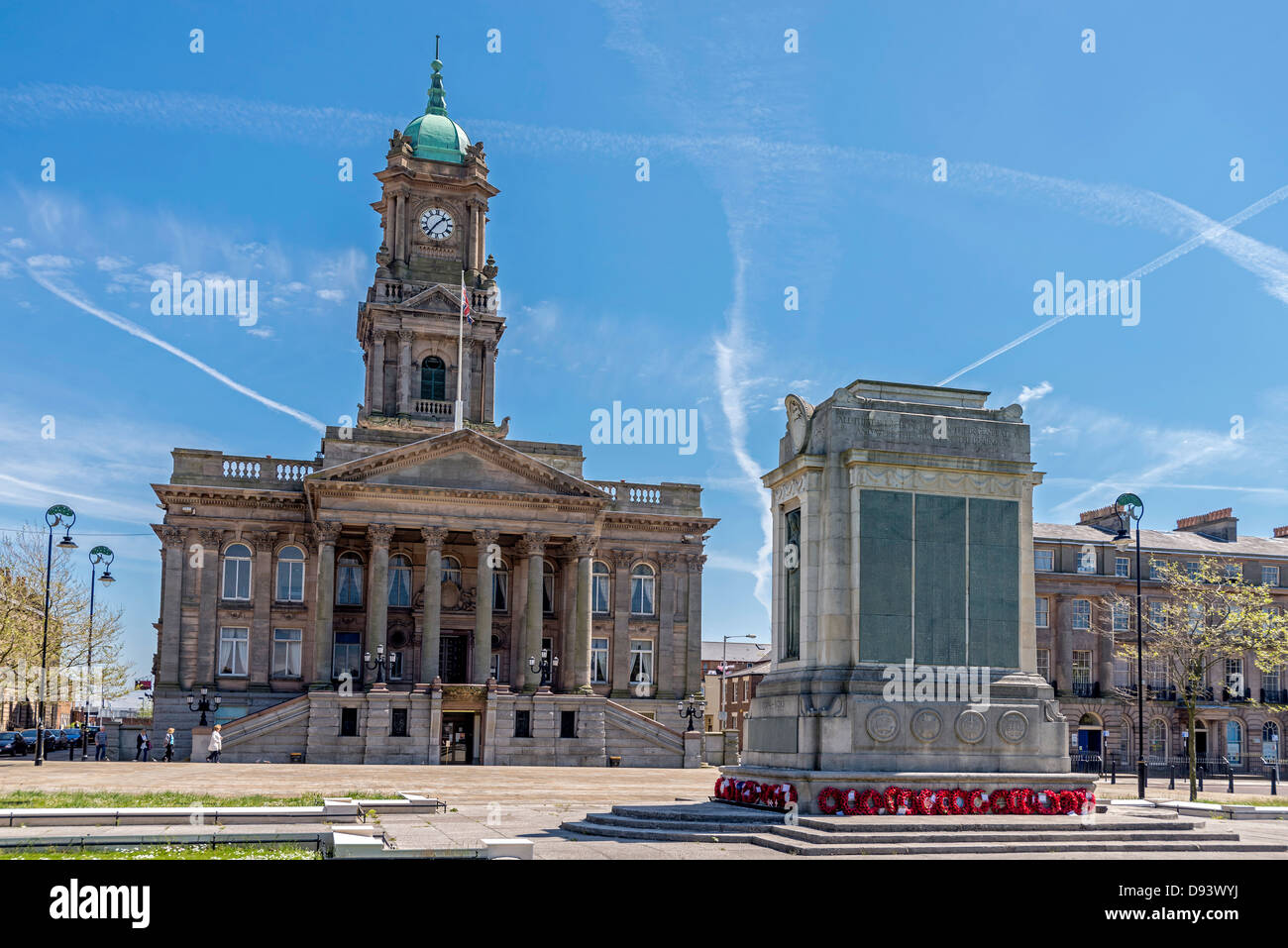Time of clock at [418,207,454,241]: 1:36
